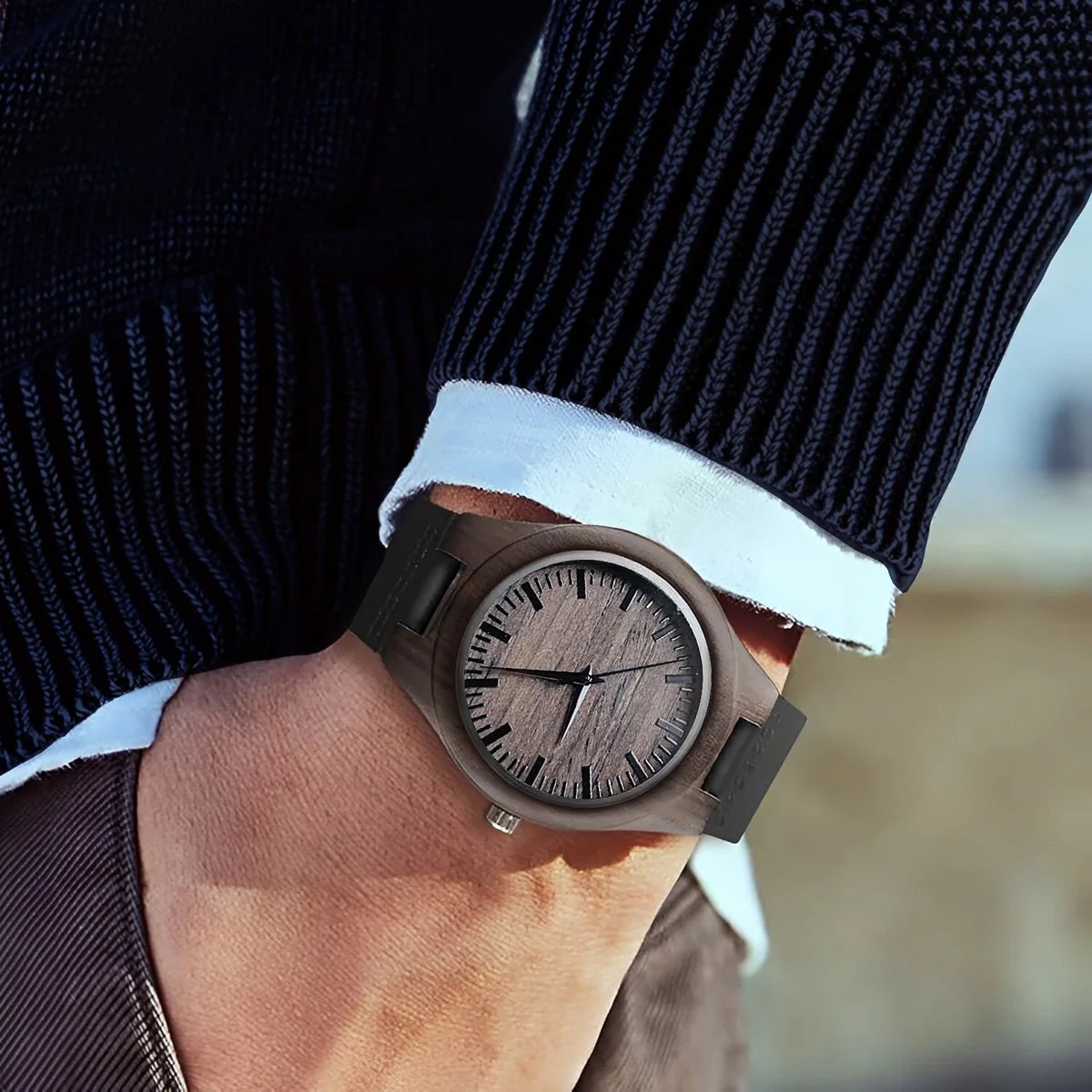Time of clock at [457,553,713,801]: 6:46
